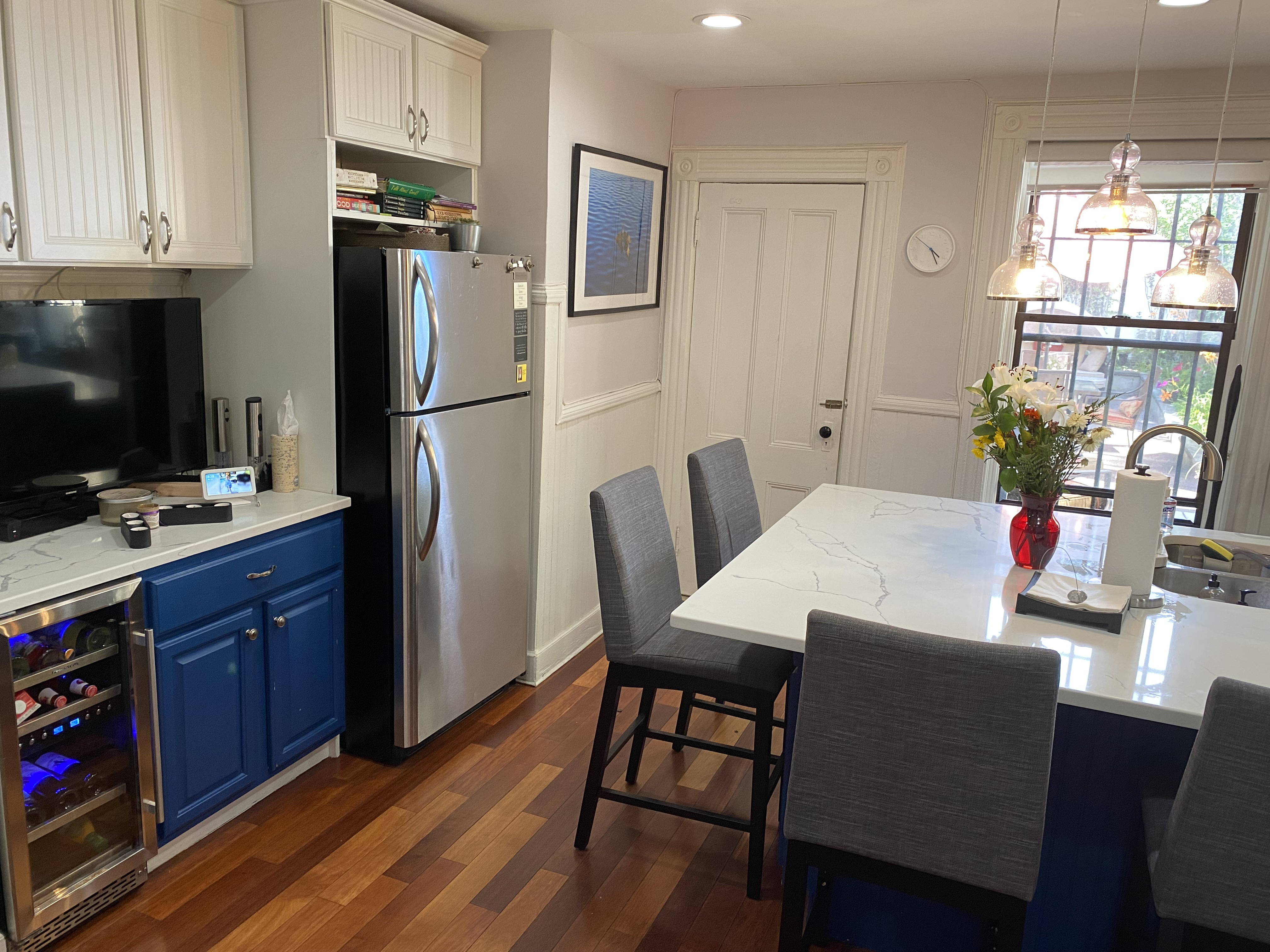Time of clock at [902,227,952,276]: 4:25
